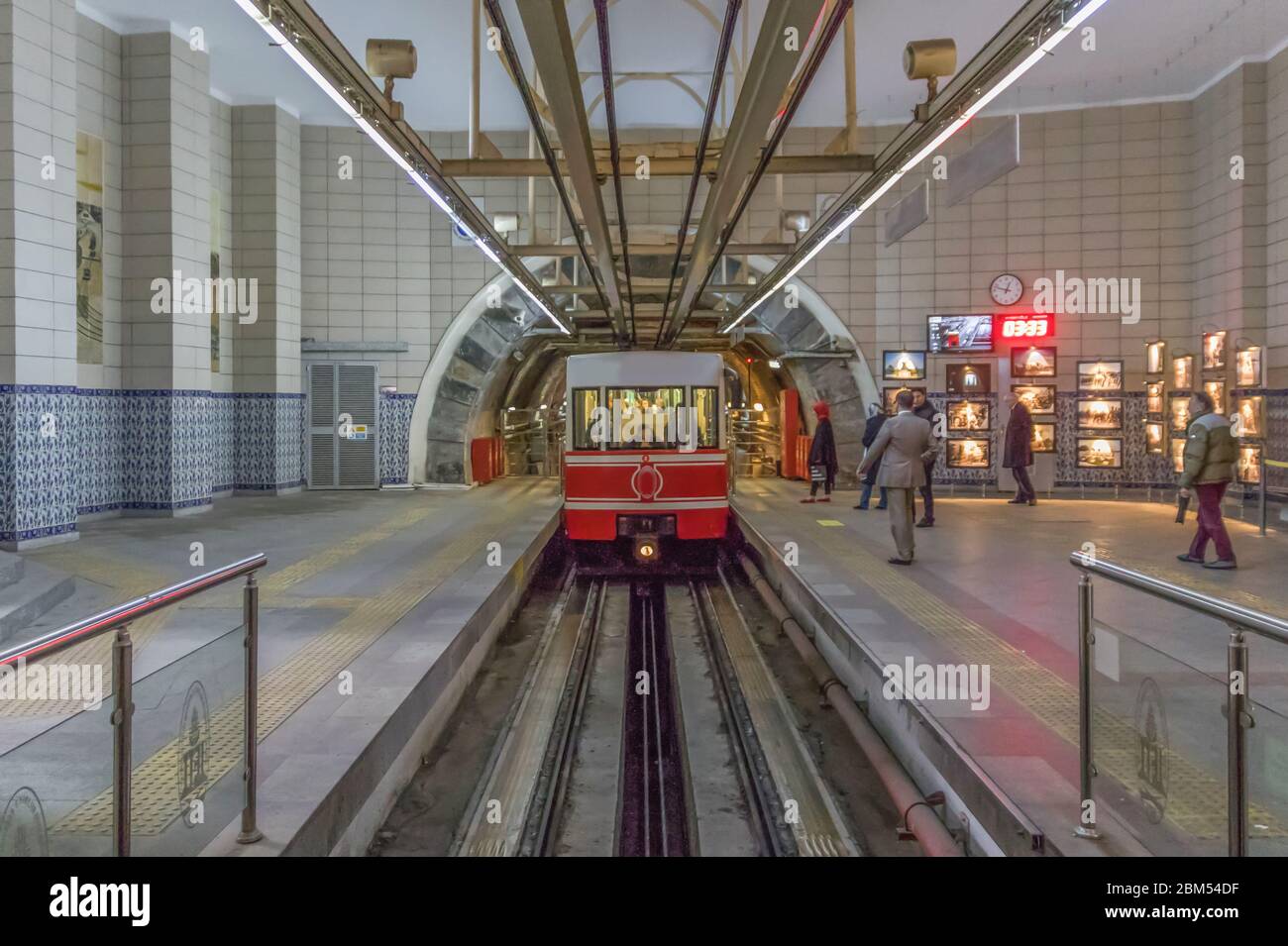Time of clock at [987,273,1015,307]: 12:47
